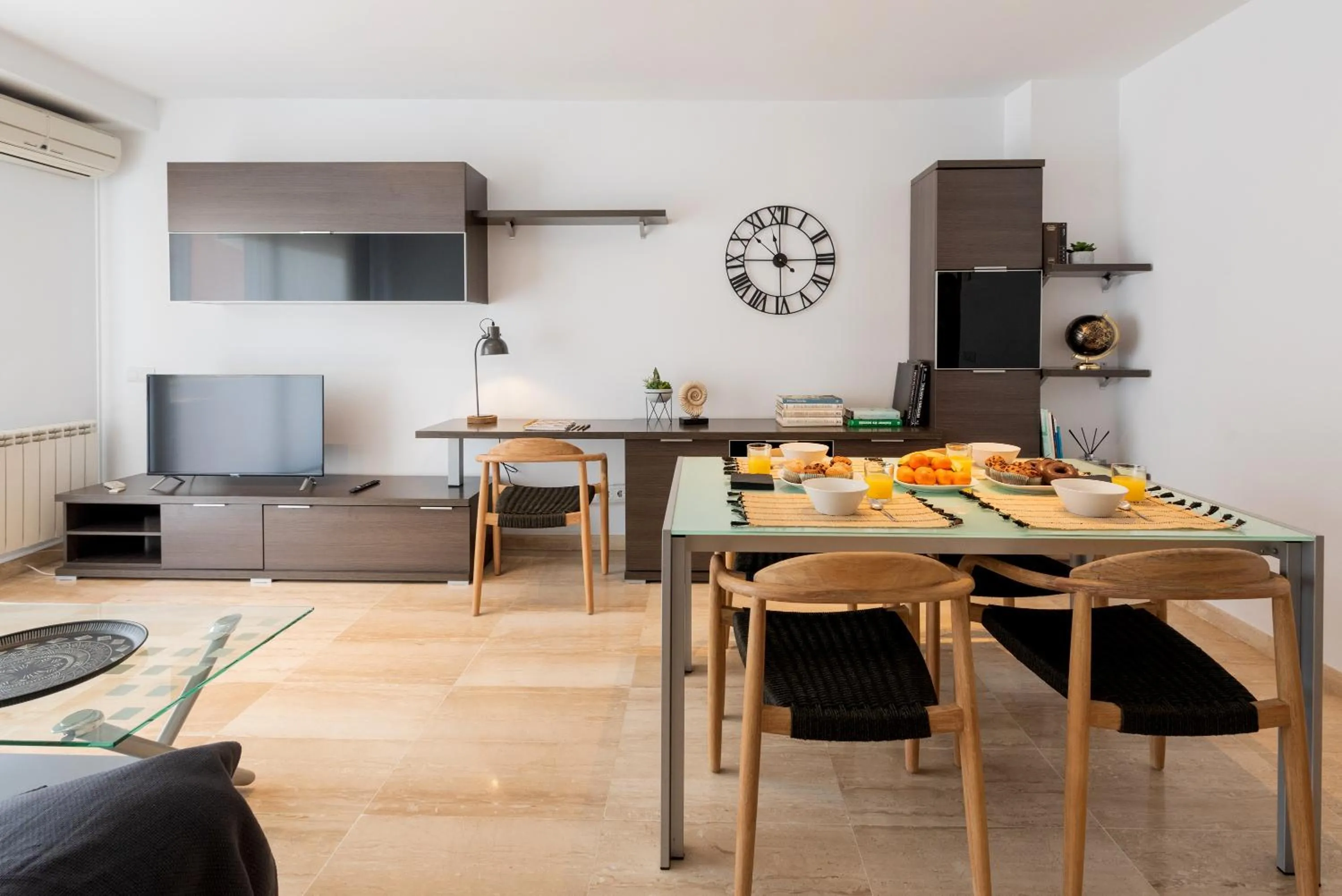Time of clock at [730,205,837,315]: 11:44
